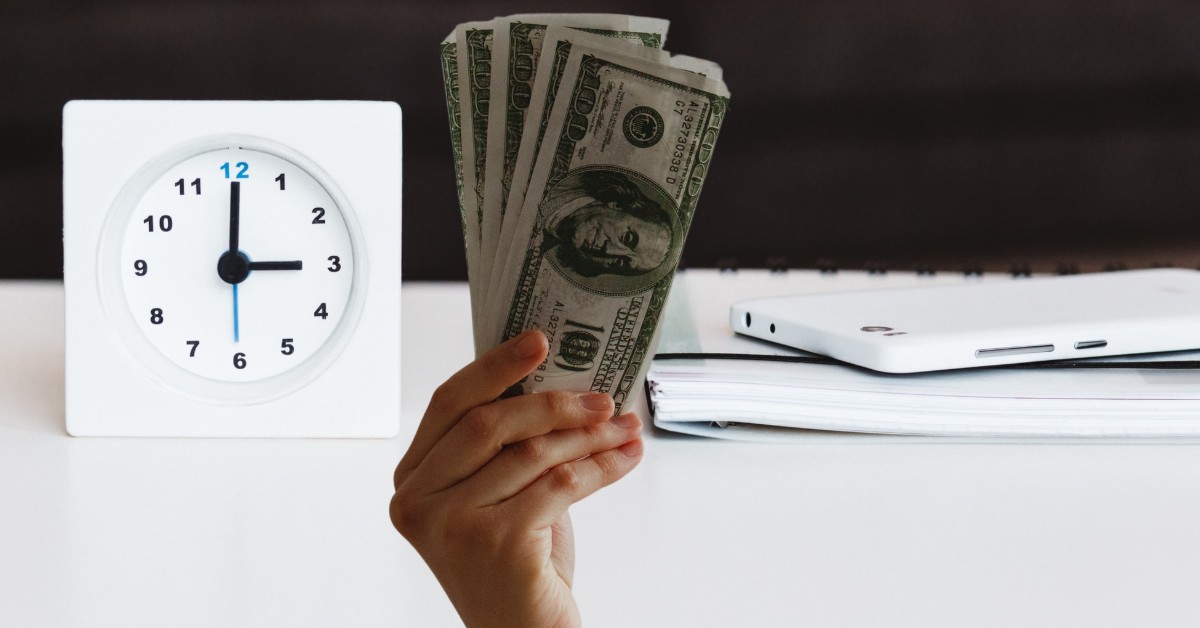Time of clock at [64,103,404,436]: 3:00
